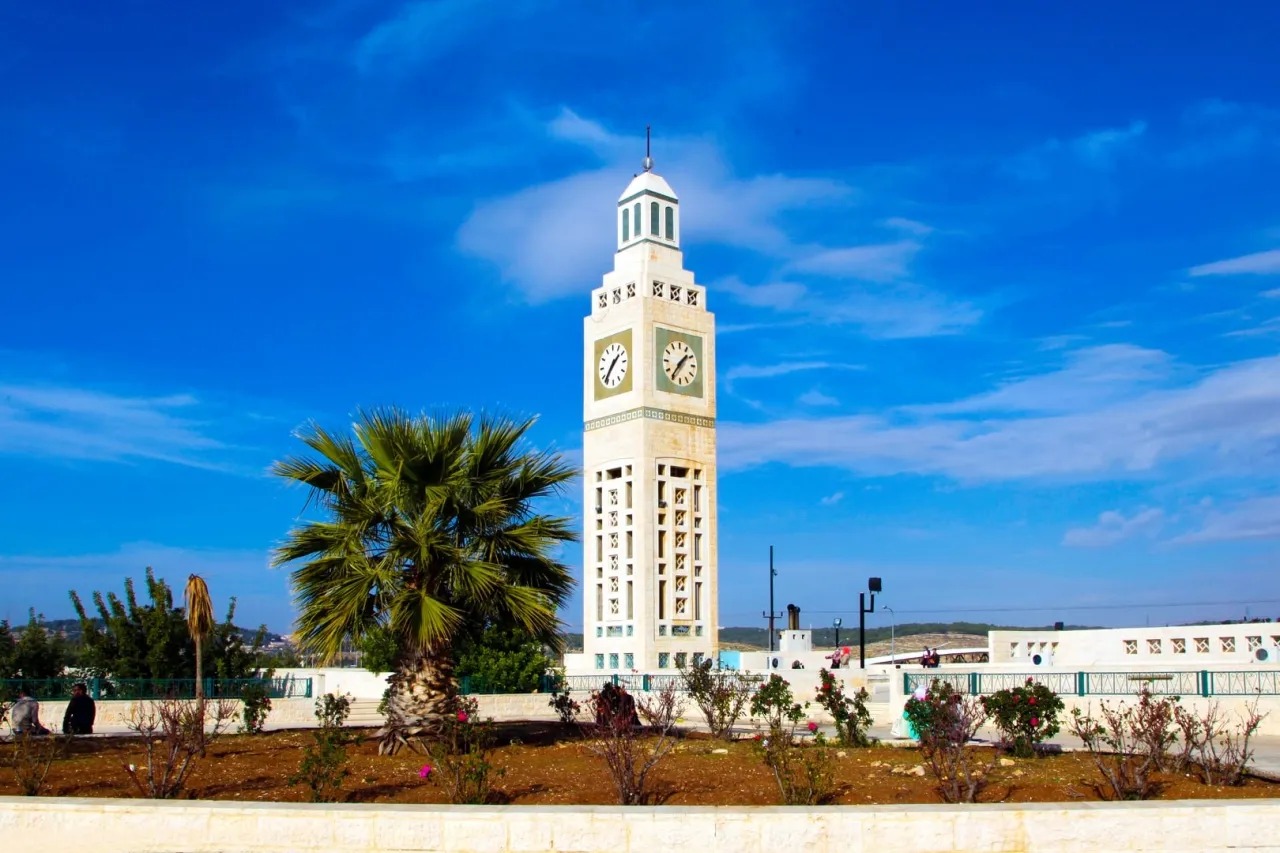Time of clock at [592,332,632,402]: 1:36
